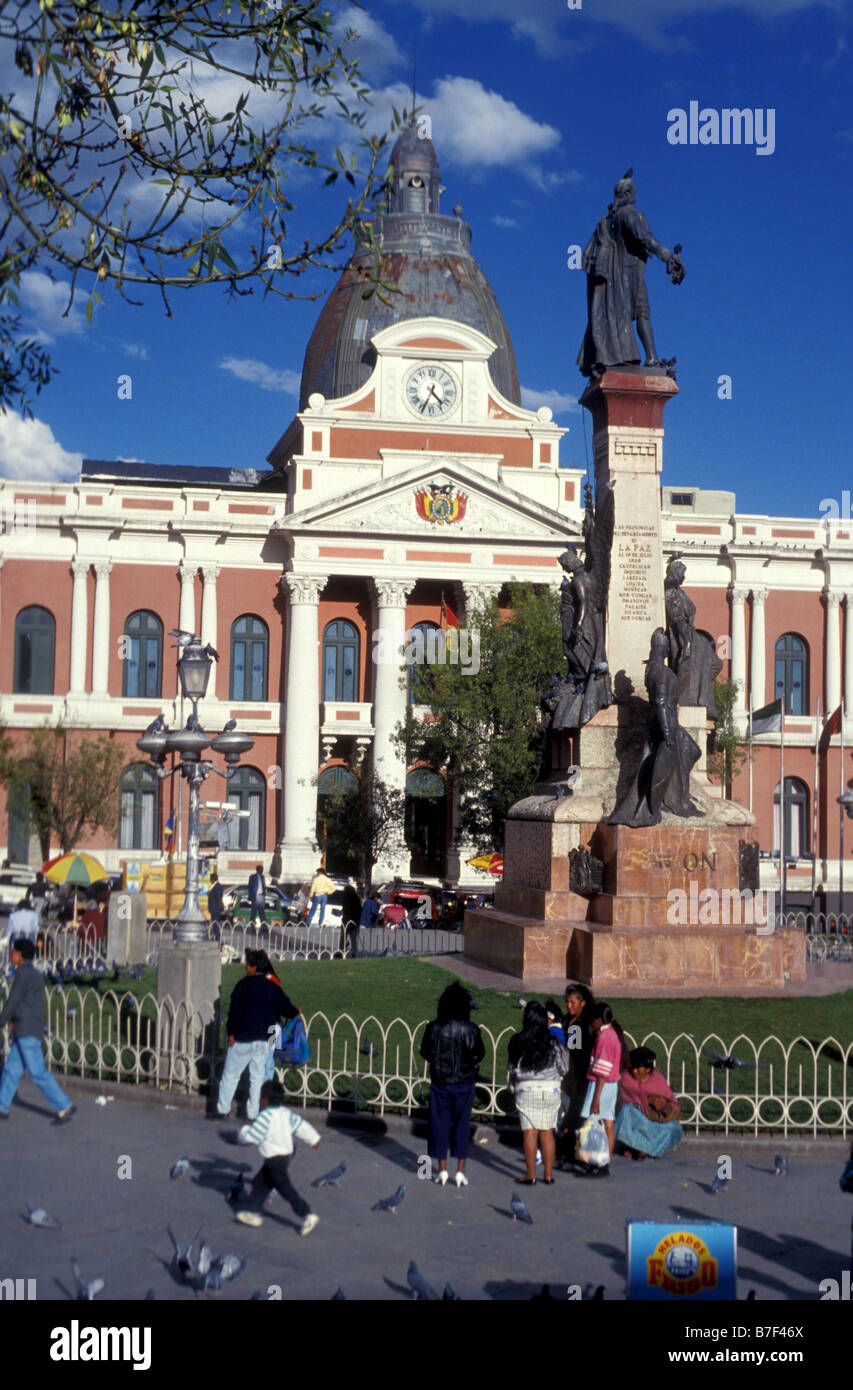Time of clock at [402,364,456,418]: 4:34
